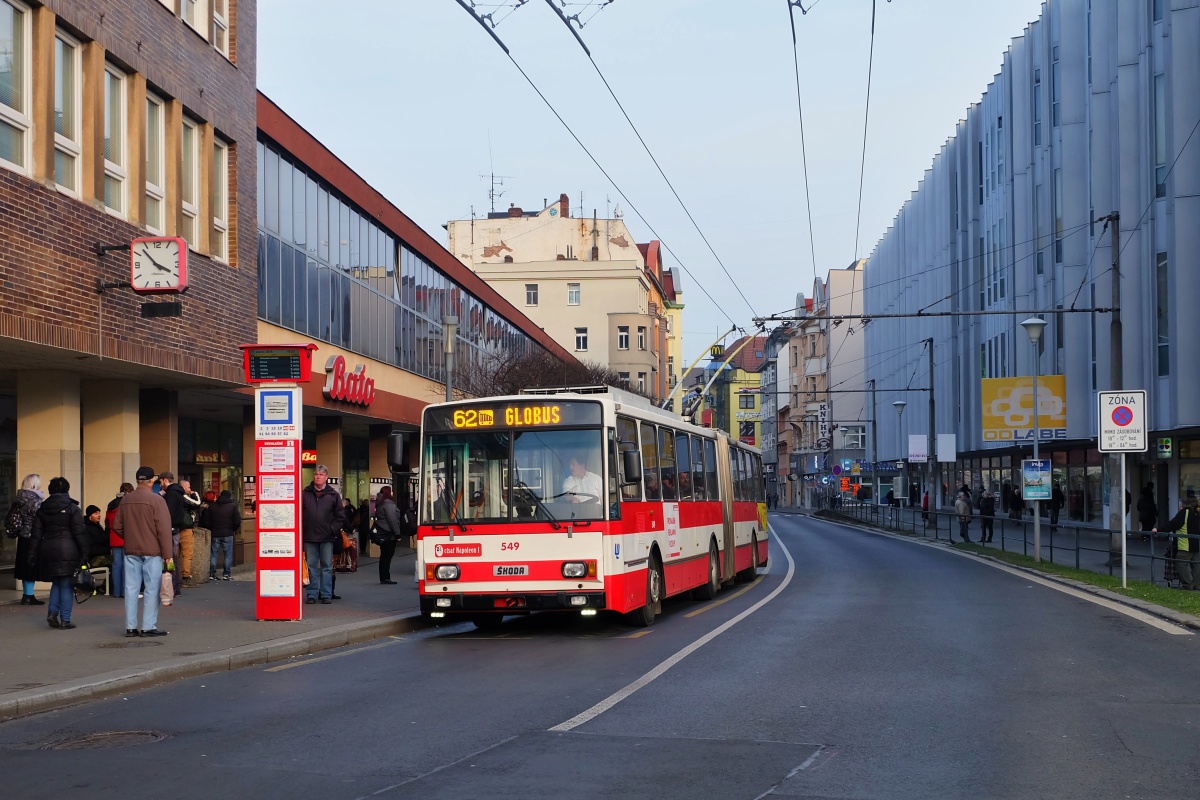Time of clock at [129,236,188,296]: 3:52
